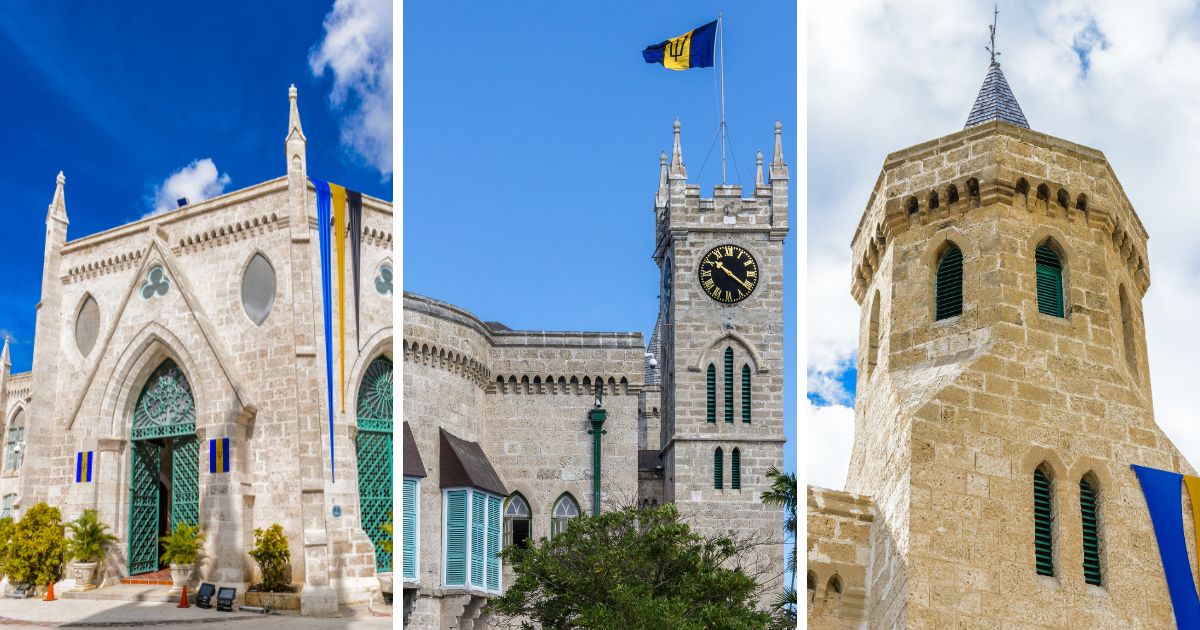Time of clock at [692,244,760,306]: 10:21
